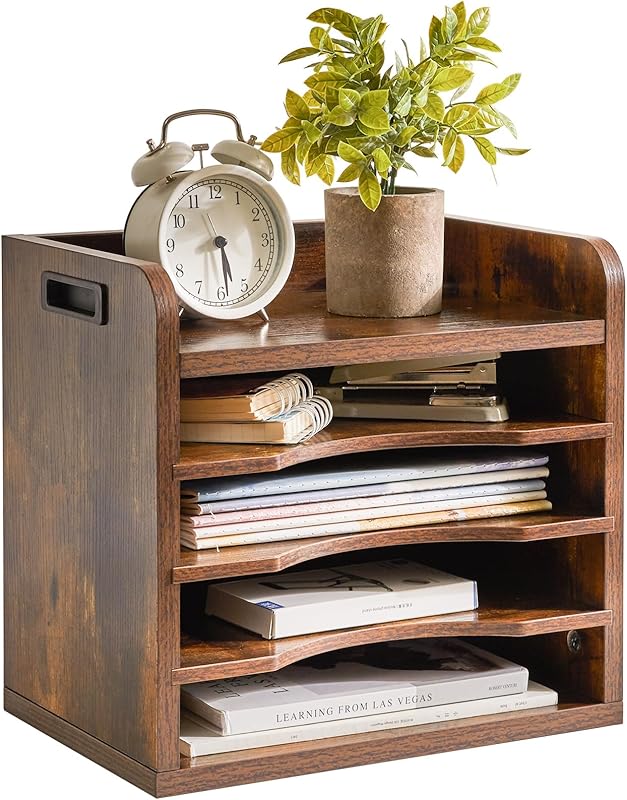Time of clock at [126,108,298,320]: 5:29
